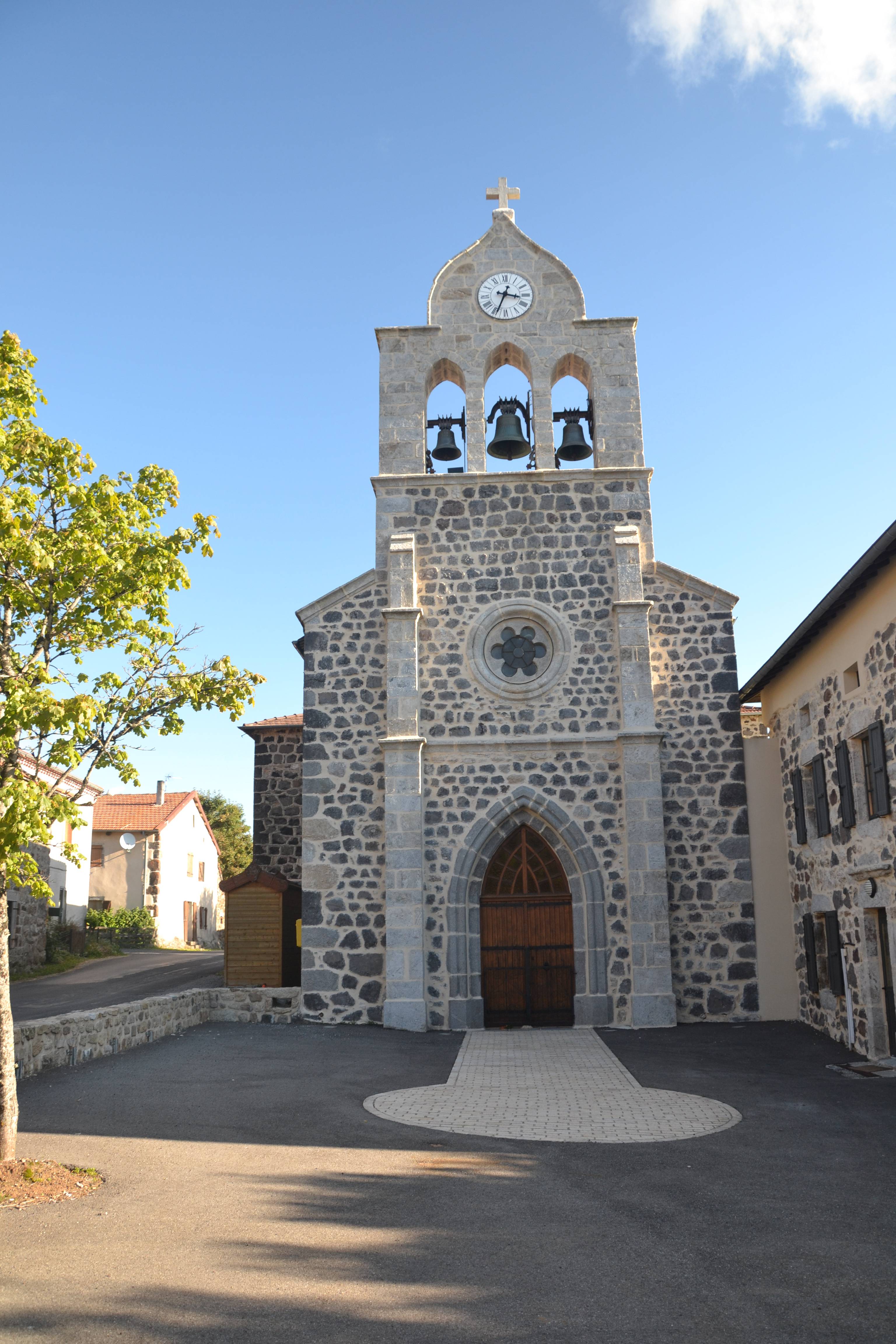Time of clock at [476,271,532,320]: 3:33
